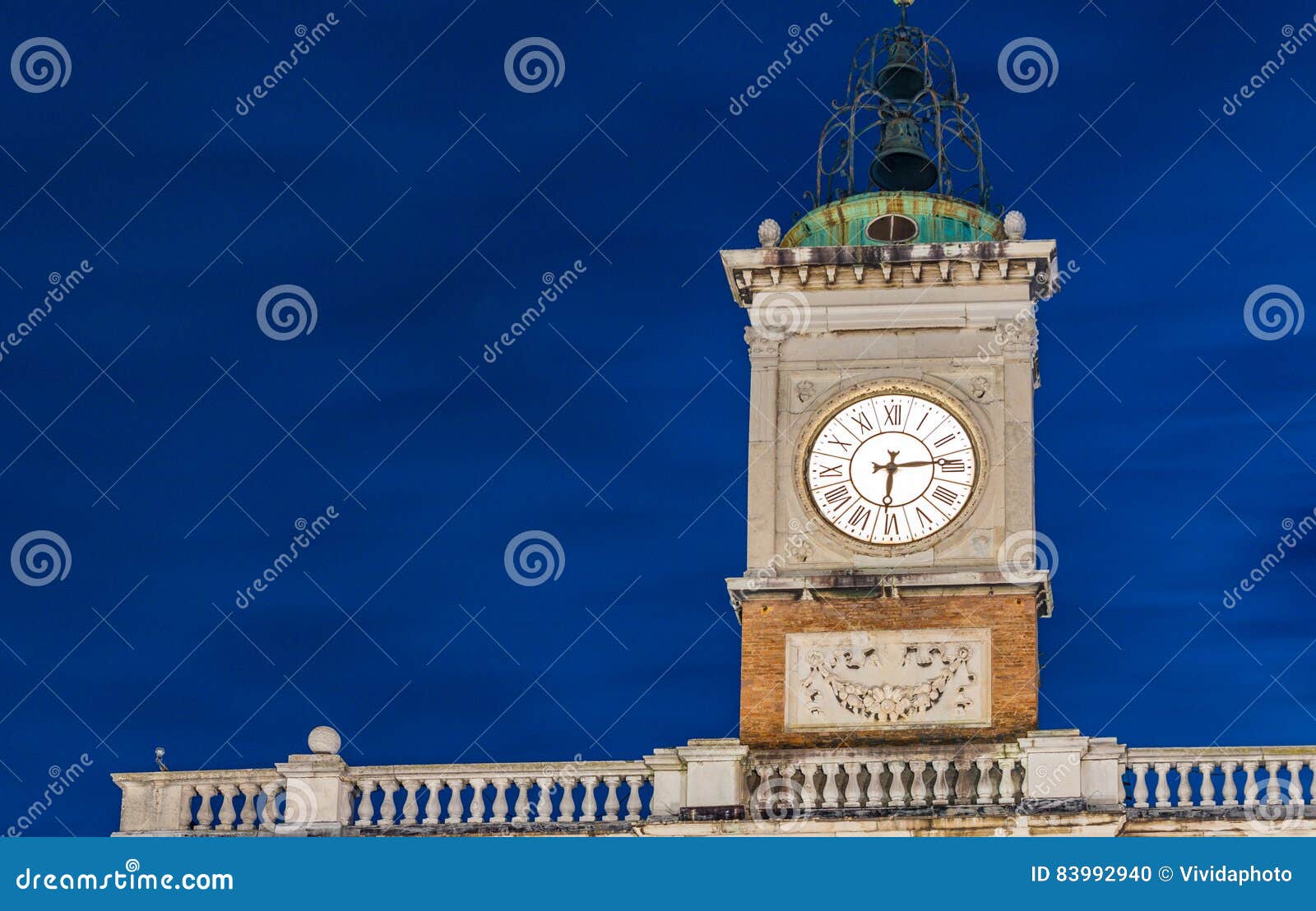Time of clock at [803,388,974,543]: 6:14
